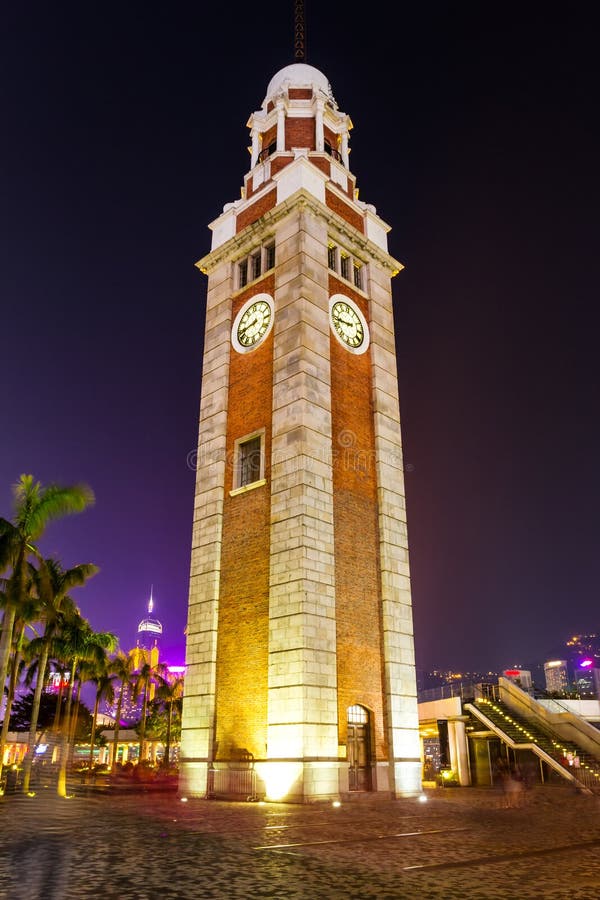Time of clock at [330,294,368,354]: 8:43
